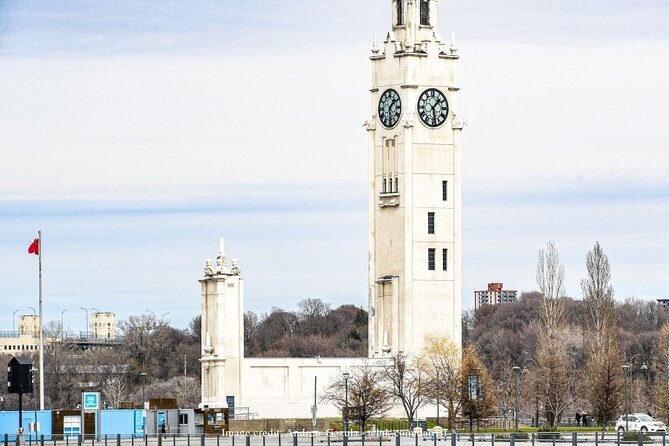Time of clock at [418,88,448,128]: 1:28
